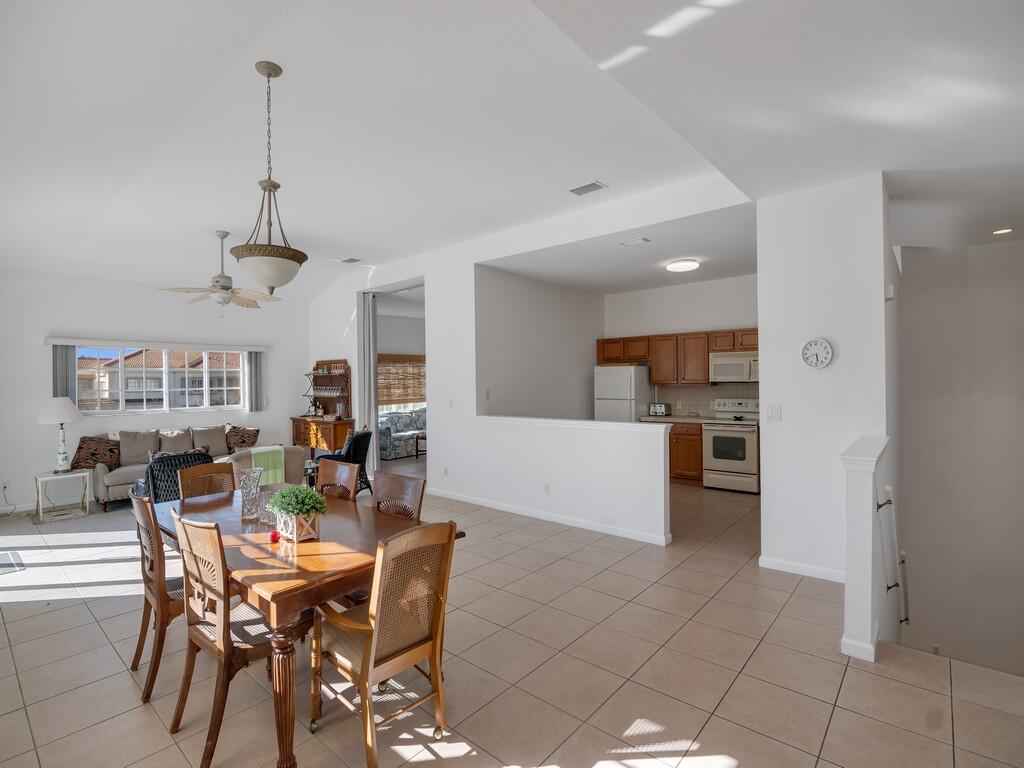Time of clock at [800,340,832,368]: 5:41
